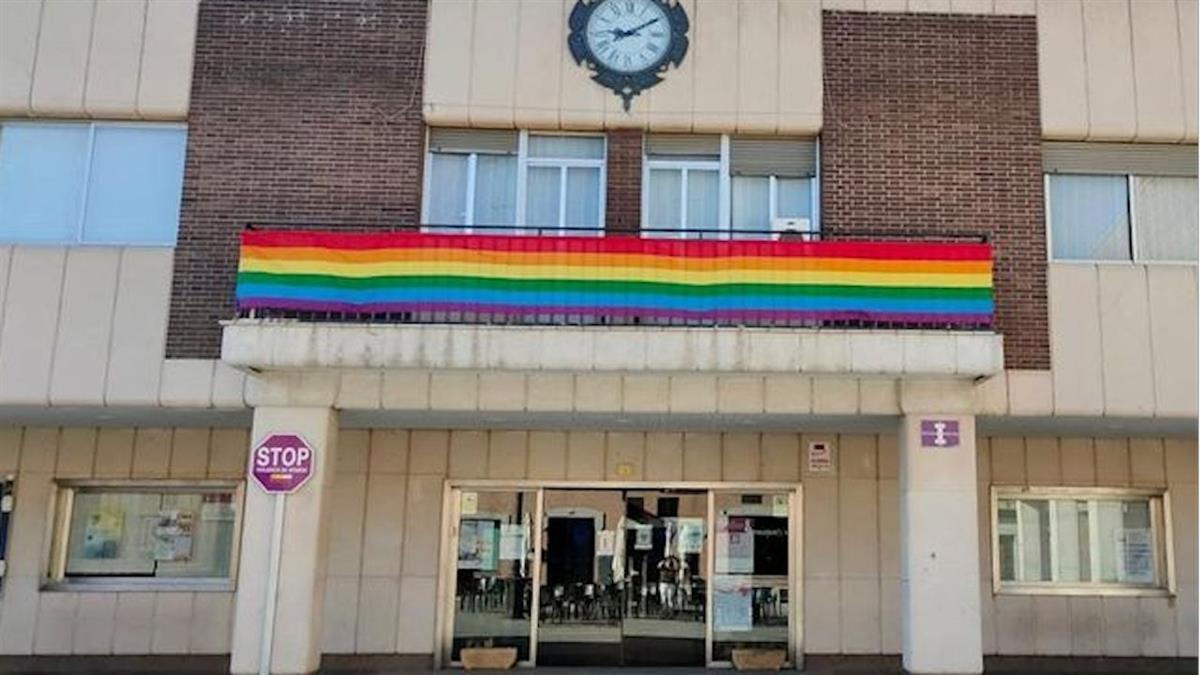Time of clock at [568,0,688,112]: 9:10
